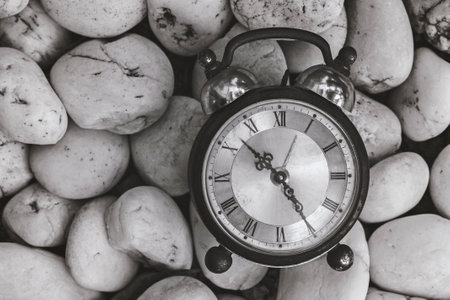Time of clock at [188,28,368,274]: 10:24
